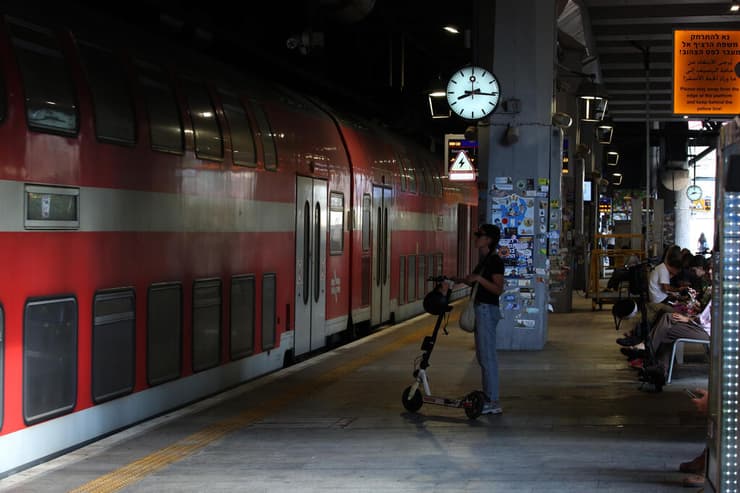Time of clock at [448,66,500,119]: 8:16
